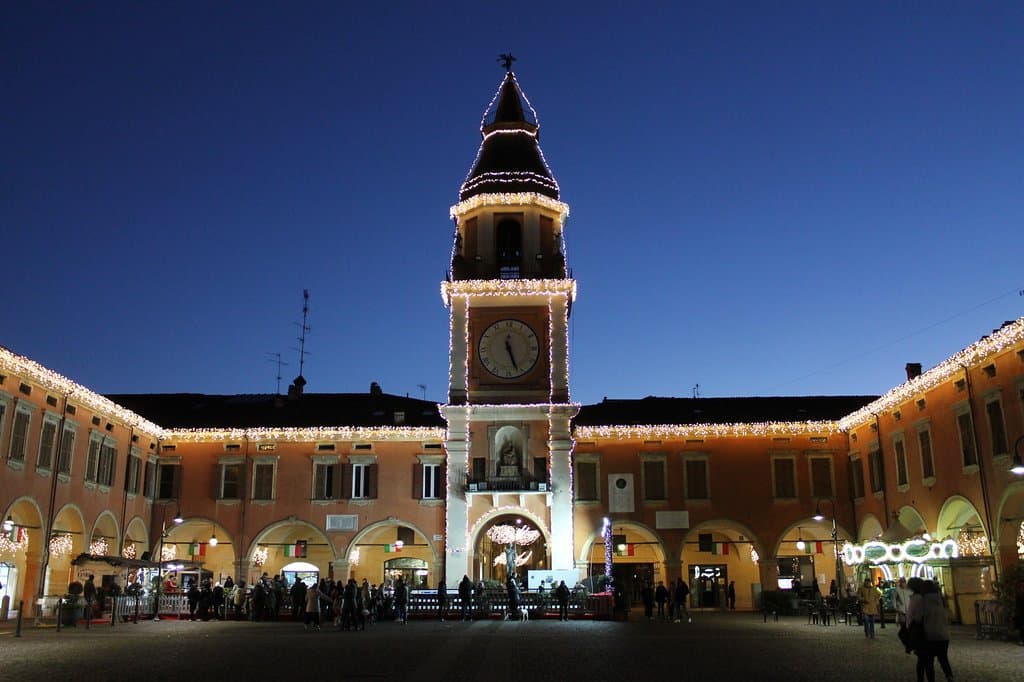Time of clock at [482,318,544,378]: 12:26
